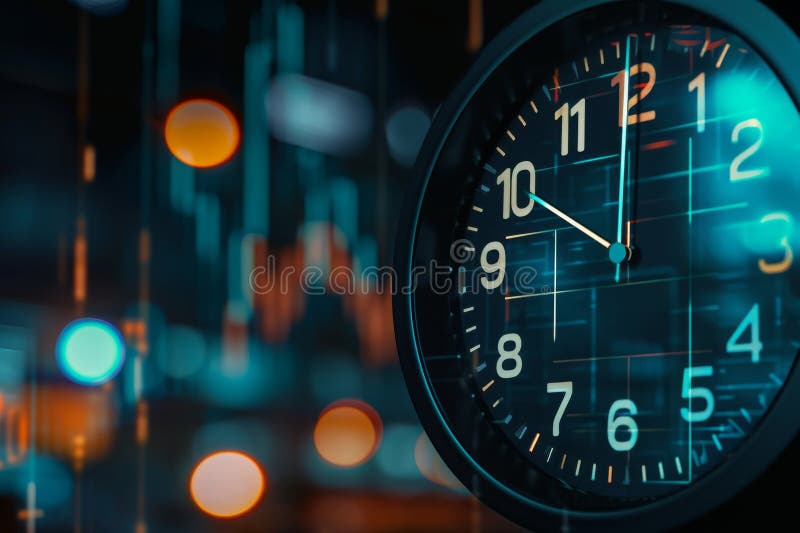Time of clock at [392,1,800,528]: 9:59
